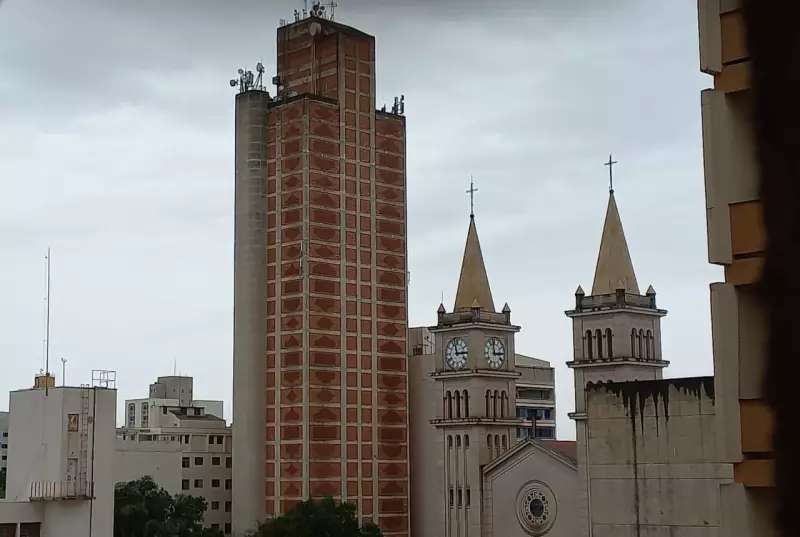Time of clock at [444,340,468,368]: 2:57
